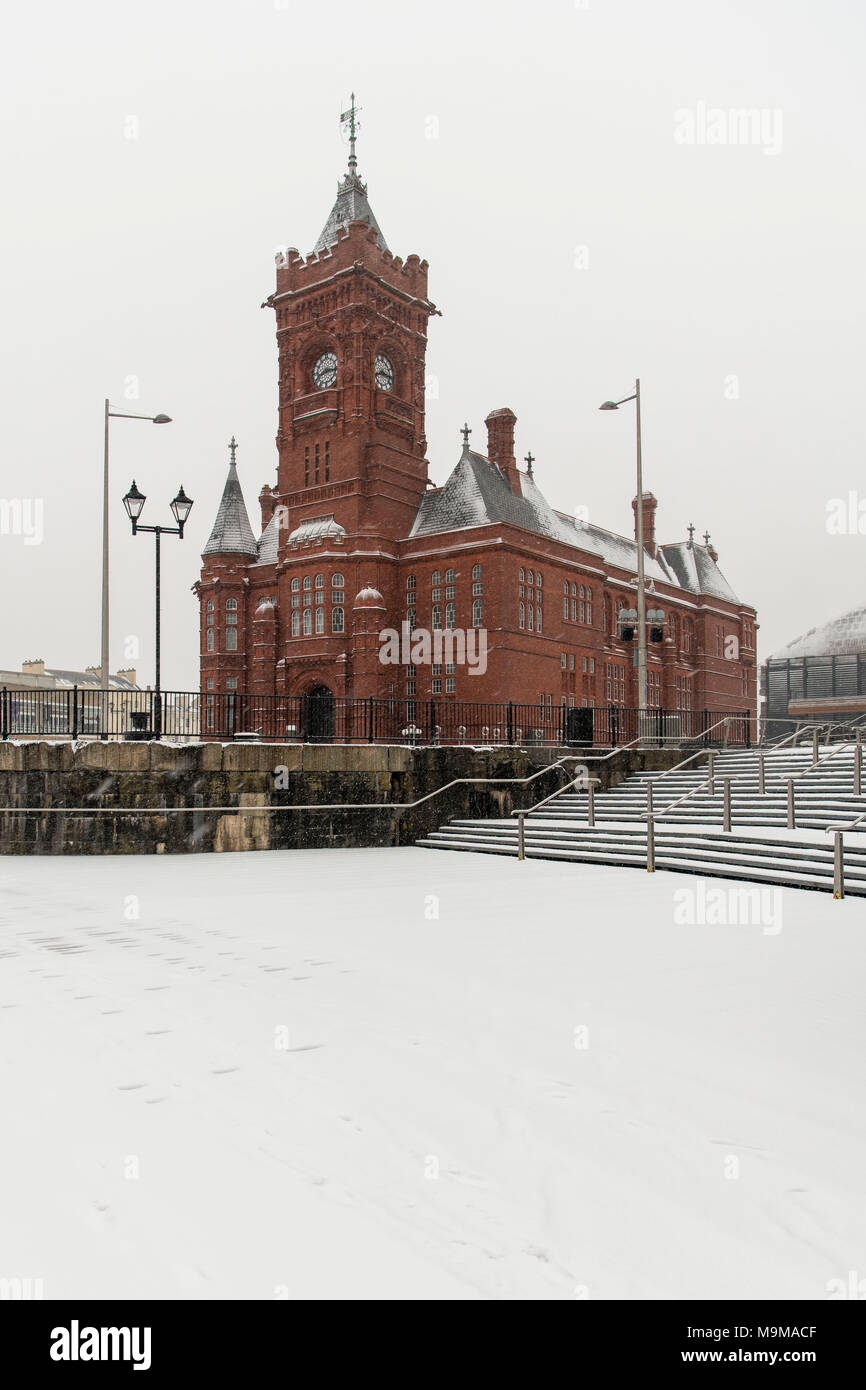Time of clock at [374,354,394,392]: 8:16
